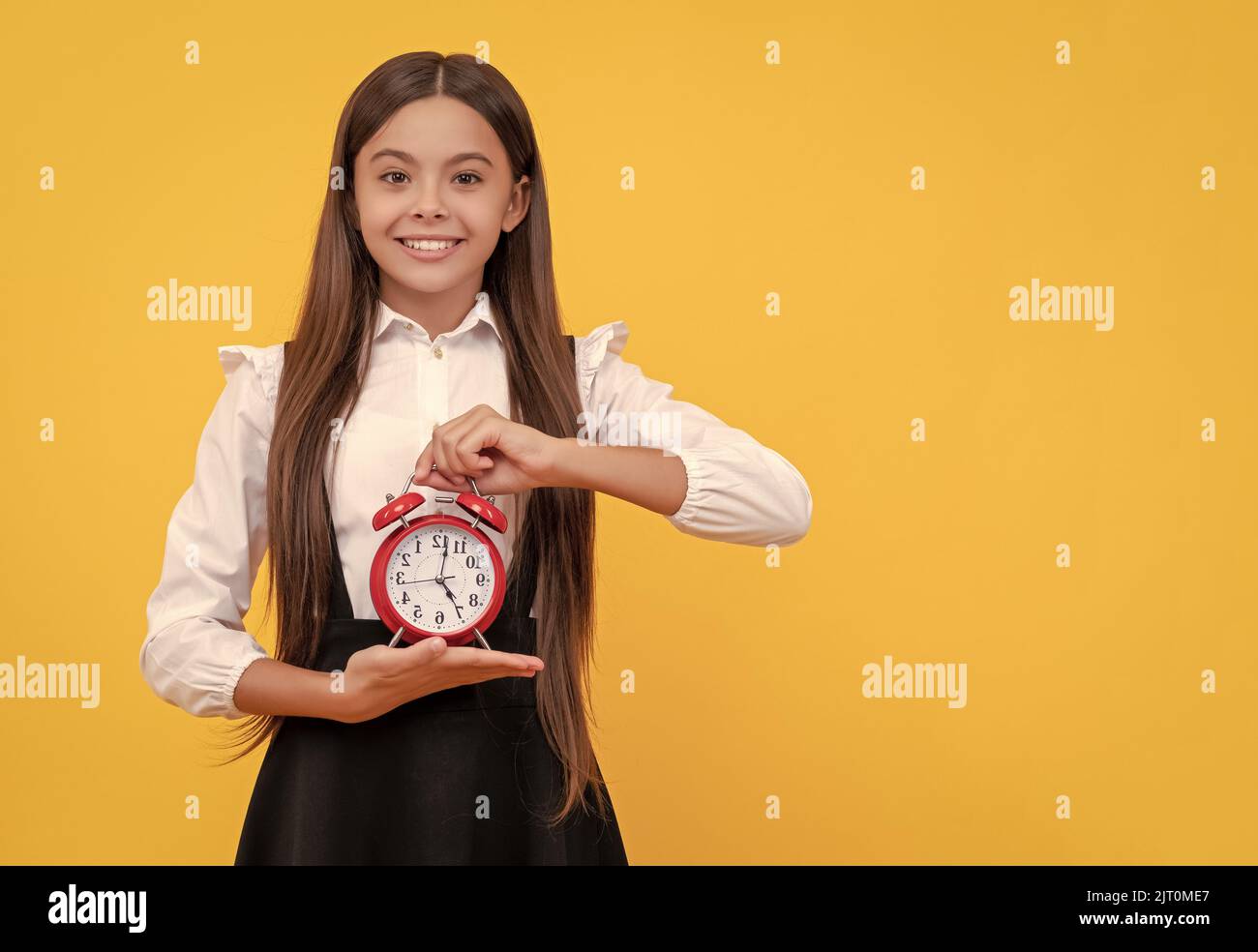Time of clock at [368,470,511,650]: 5:01
